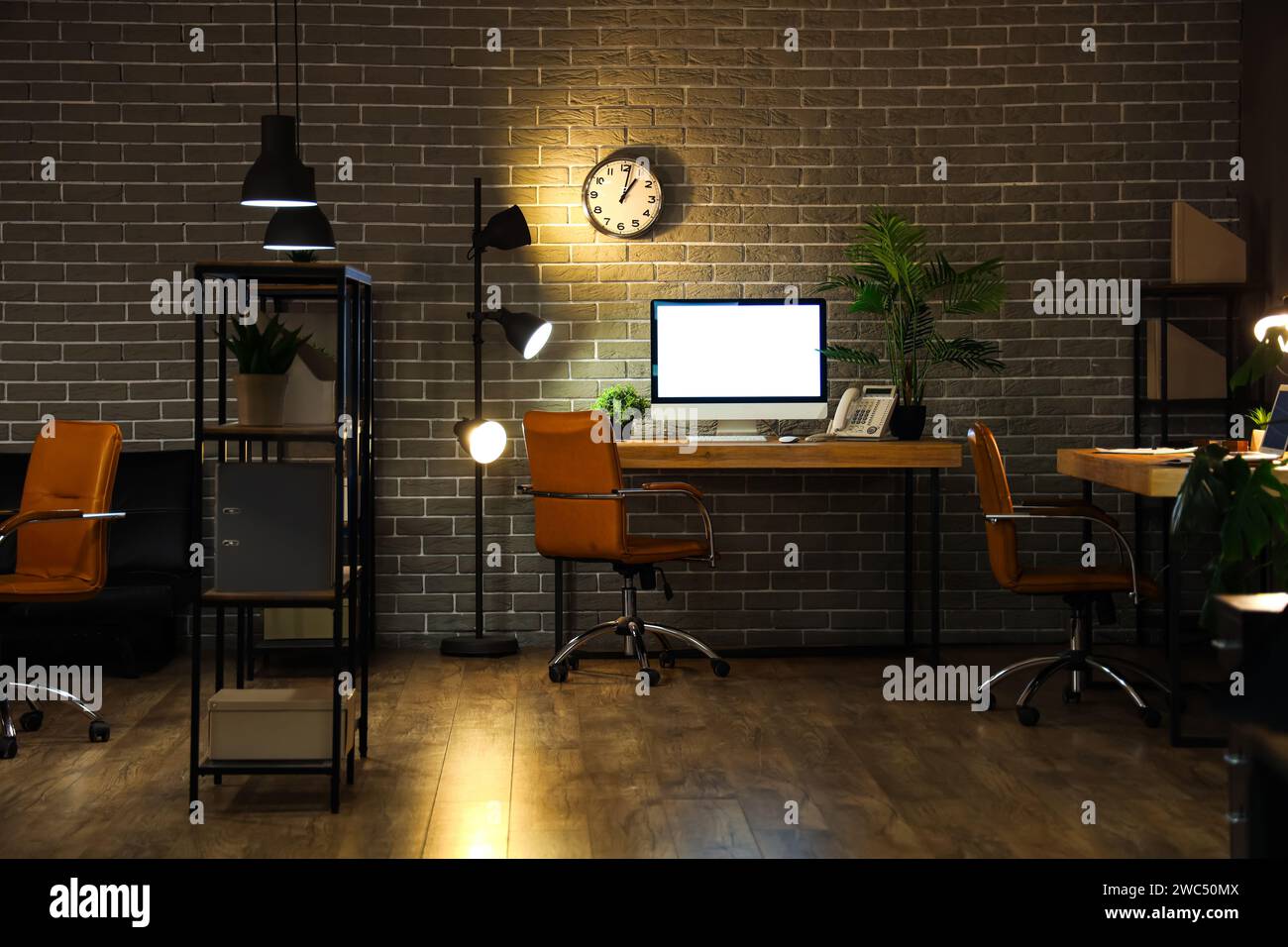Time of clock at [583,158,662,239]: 1:02
